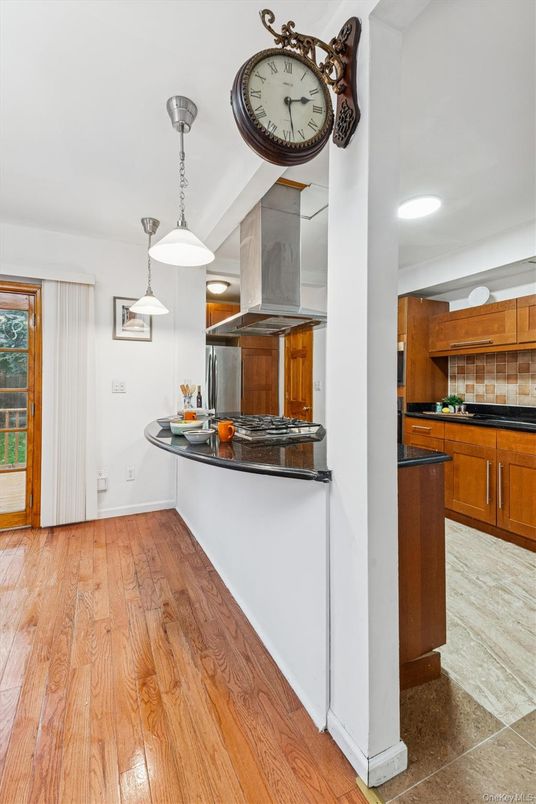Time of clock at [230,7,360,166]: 2:28
